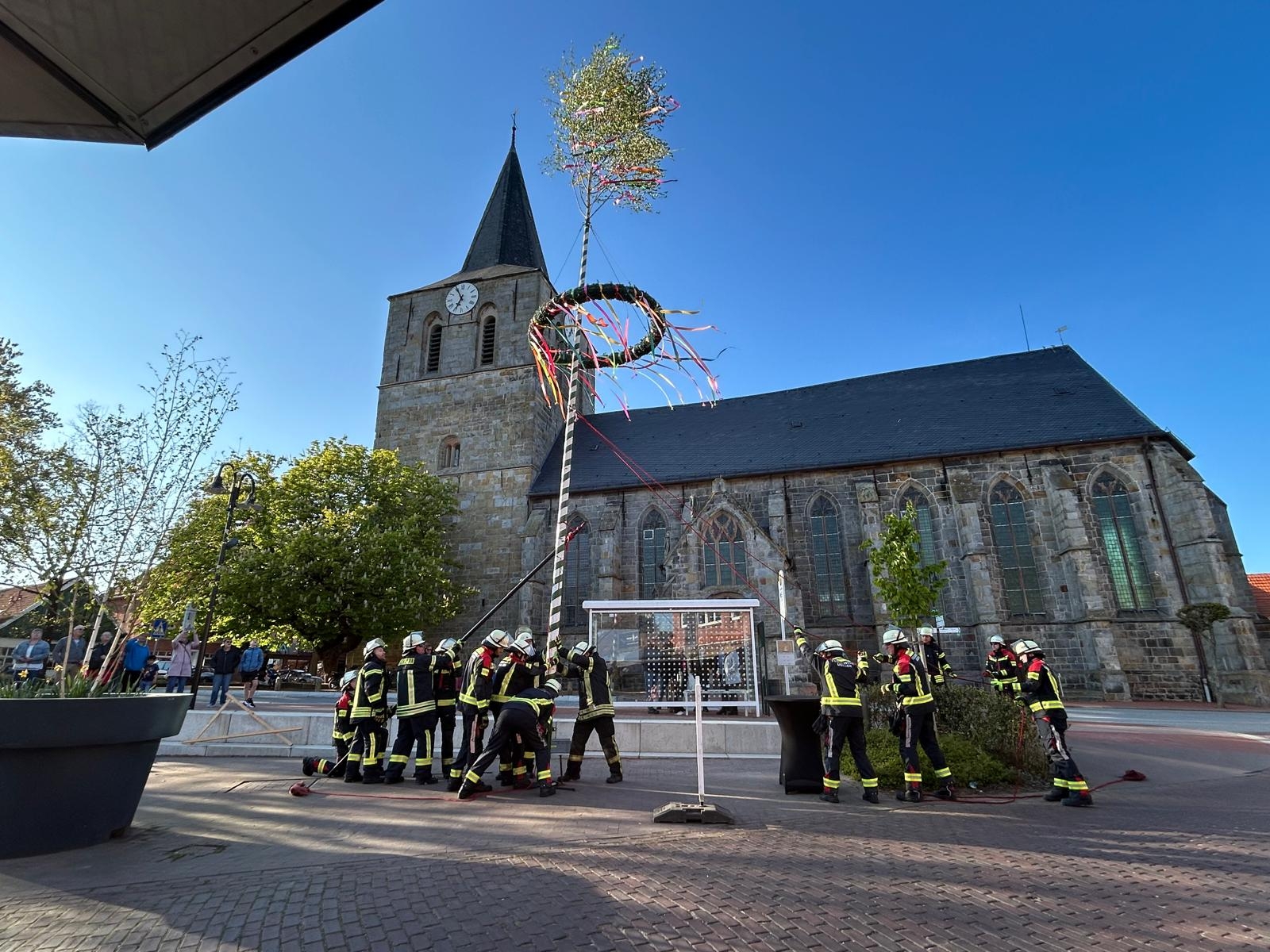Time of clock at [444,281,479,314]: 6:55
